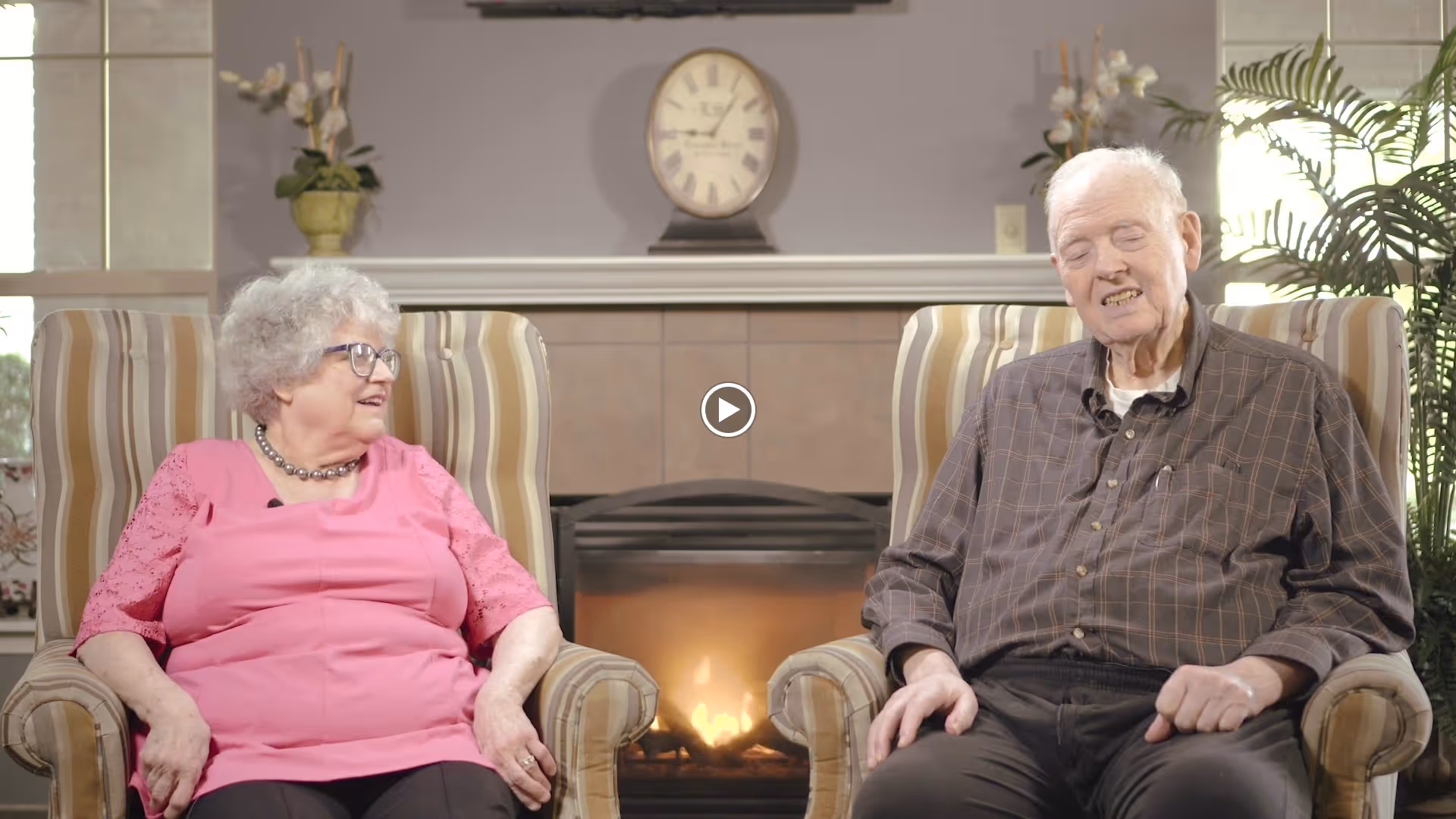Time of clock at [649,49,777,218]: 9:06
